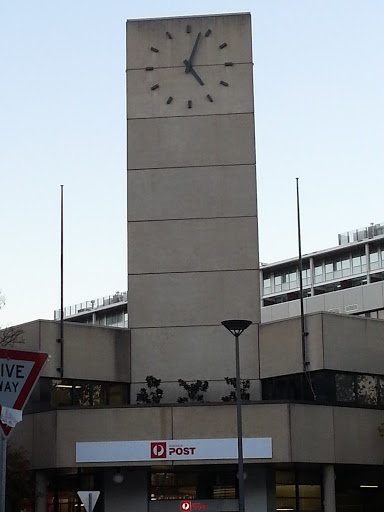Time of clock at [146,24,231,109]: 5:03
